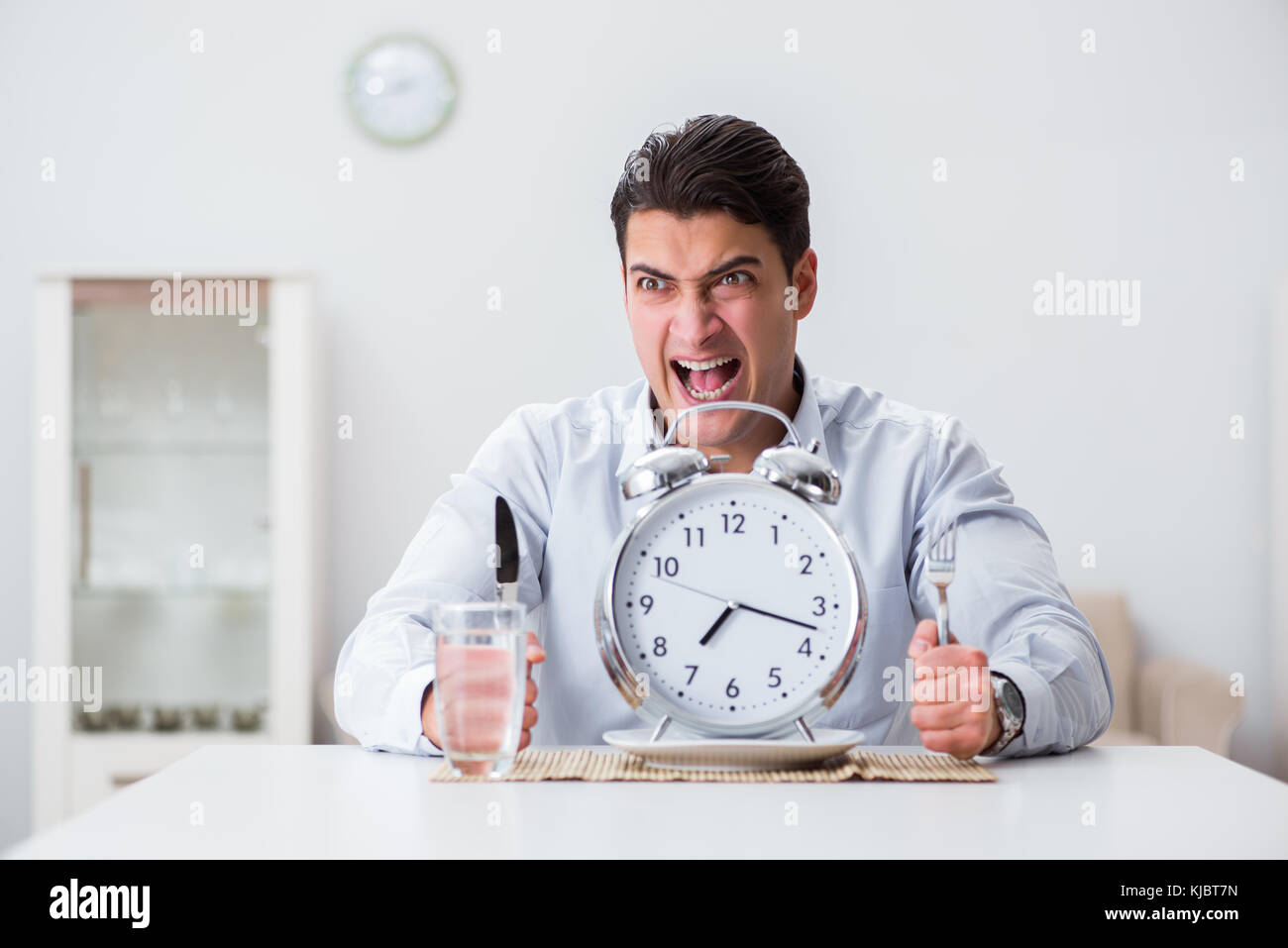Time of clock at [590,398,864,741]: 7:17
